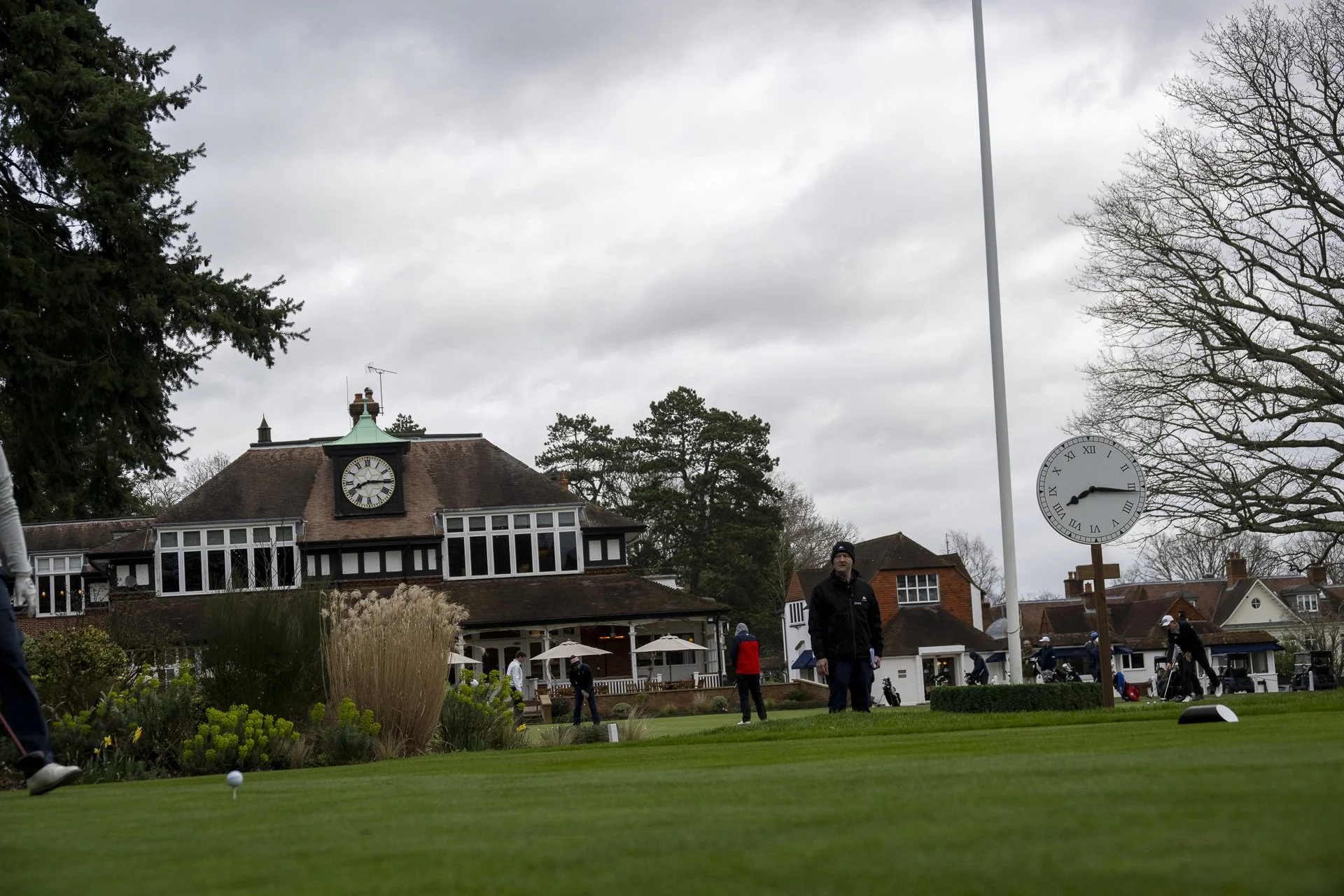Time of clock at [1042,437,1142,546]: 8:16
